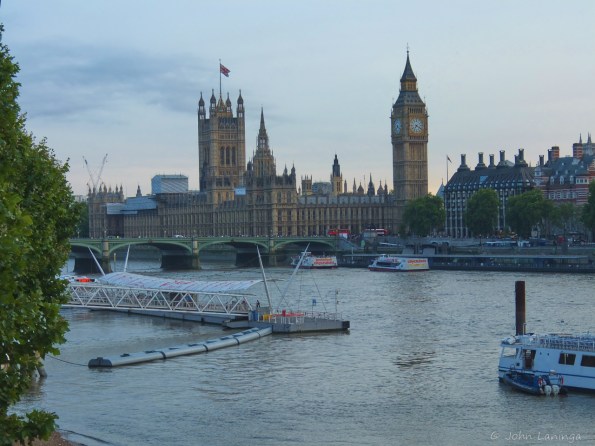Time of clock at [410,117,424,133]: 7:20
